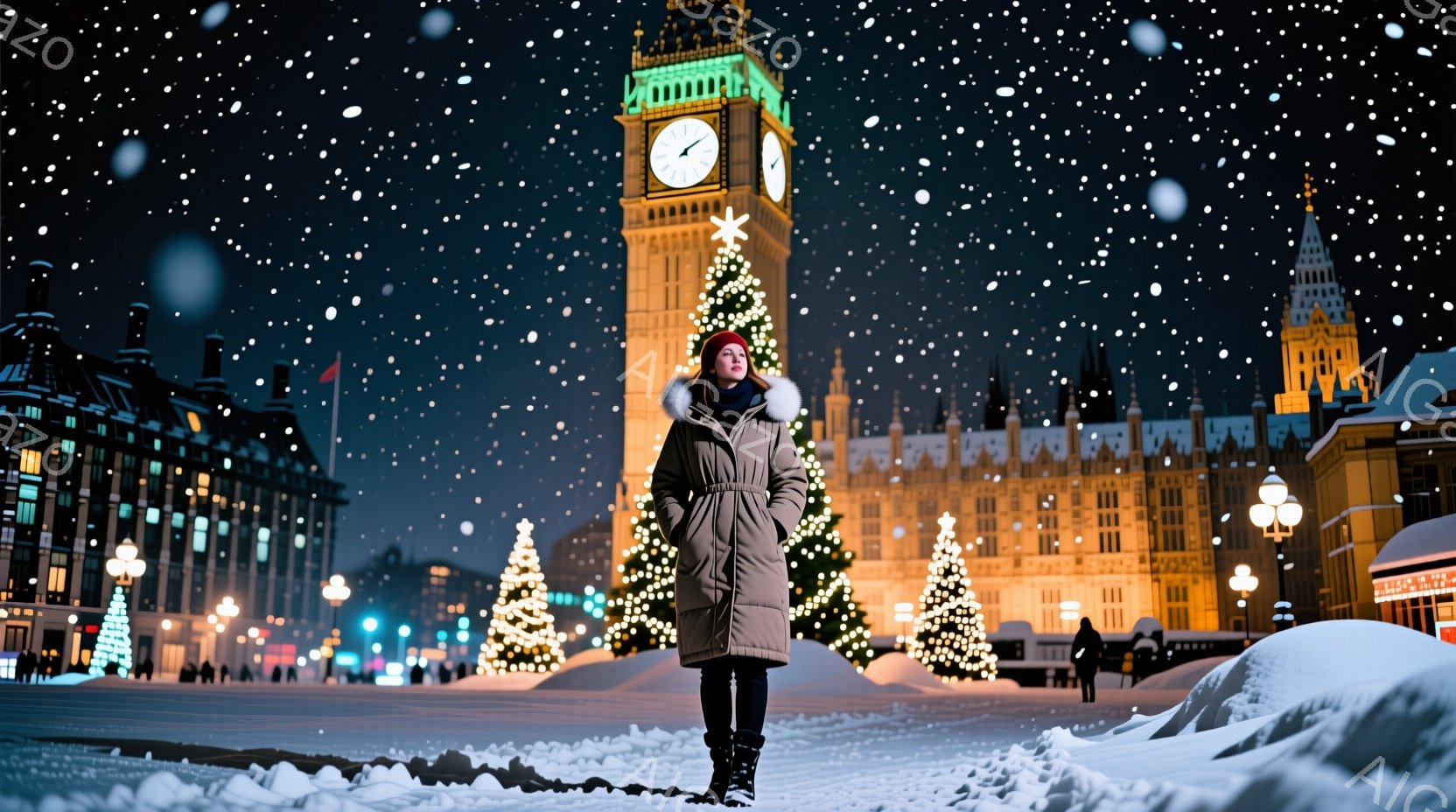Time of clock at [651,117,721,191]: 2:09
